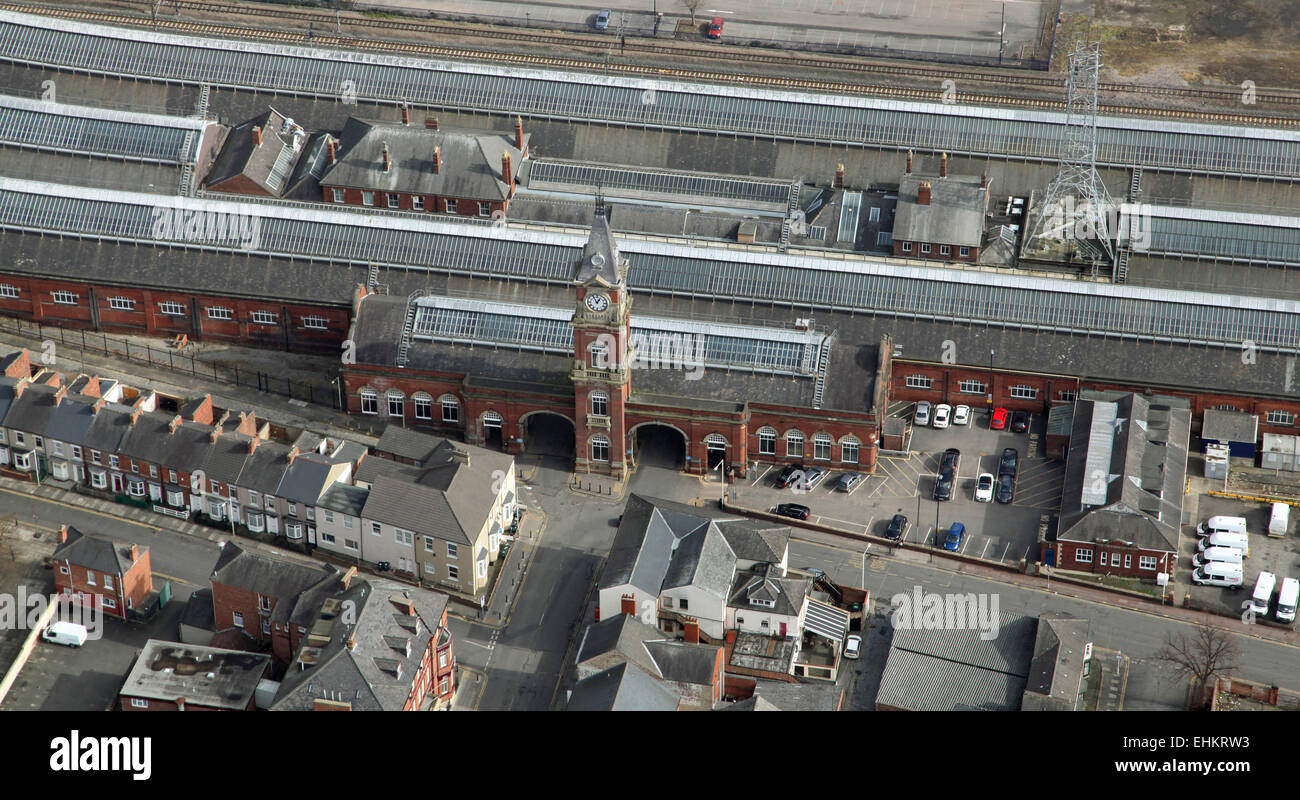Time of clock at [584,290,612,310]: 12:55
